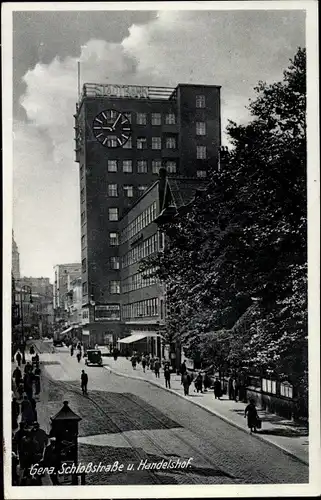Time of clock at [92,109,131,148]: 9:05
